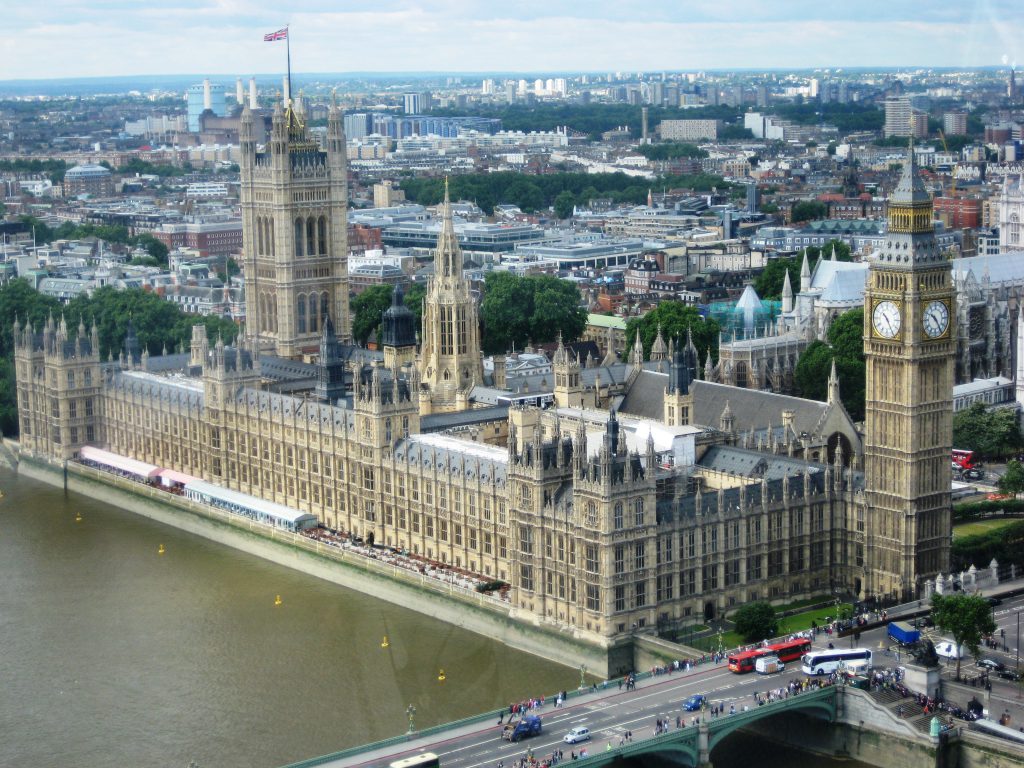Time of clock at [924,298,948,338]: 10:24
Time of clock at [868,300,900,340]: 10:24
